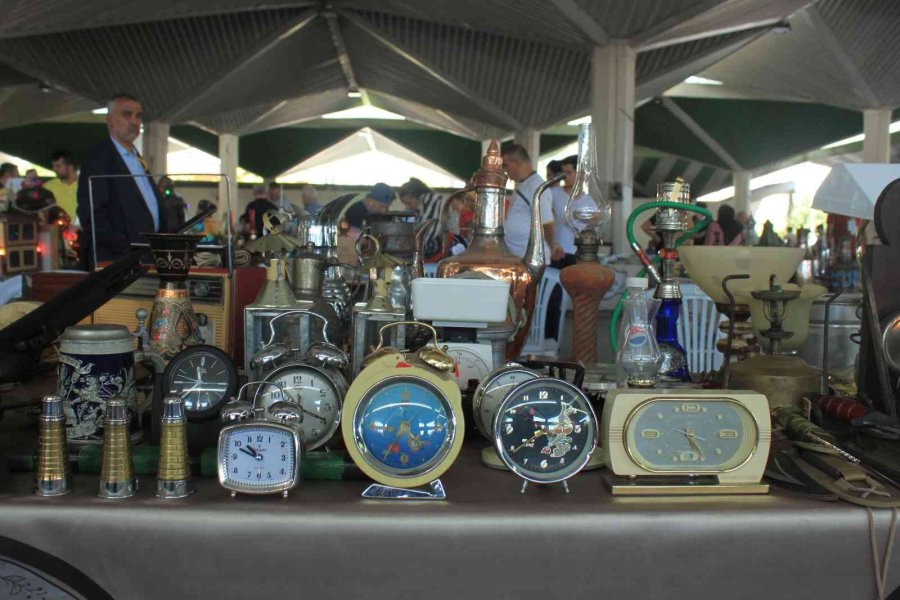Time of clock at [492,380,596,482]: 10:38
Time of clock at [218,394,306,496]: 10:49
